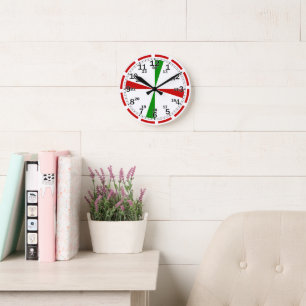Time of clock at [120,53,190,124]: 10:09
